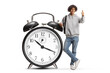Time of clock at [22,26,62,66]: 10:19
